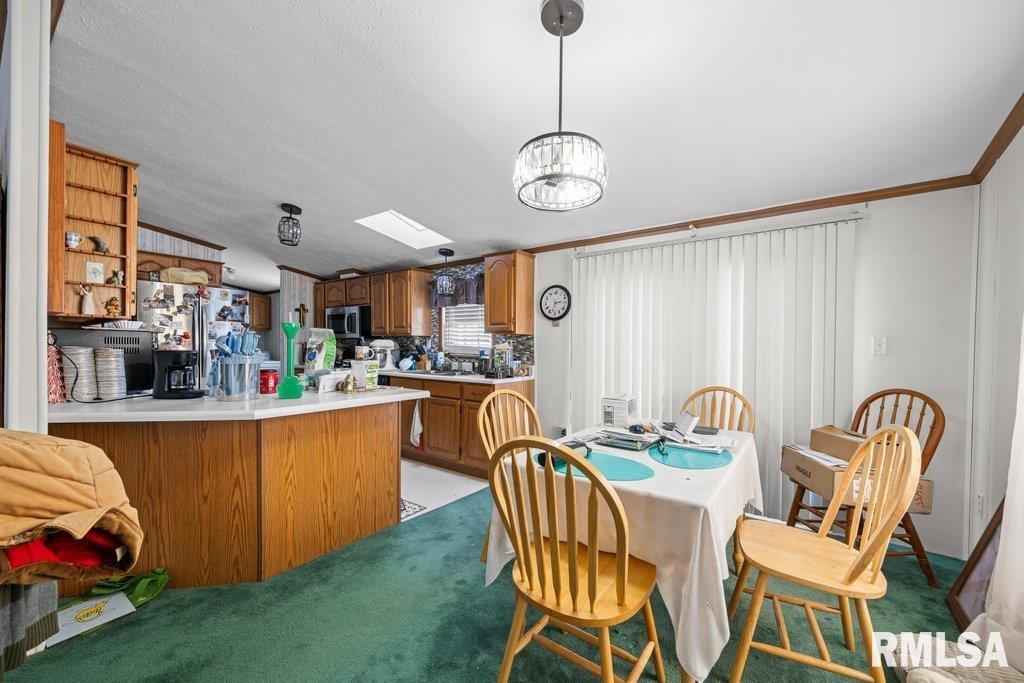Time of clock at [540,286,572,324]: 2:32
